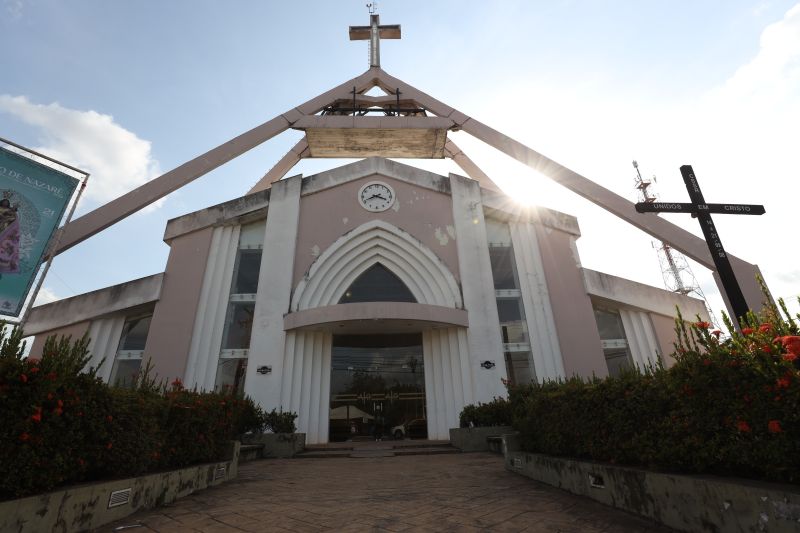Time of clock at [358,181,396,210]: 3:41
